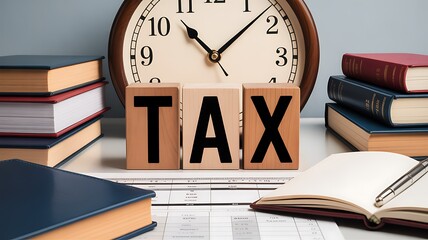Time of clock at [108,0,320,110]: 10:07
